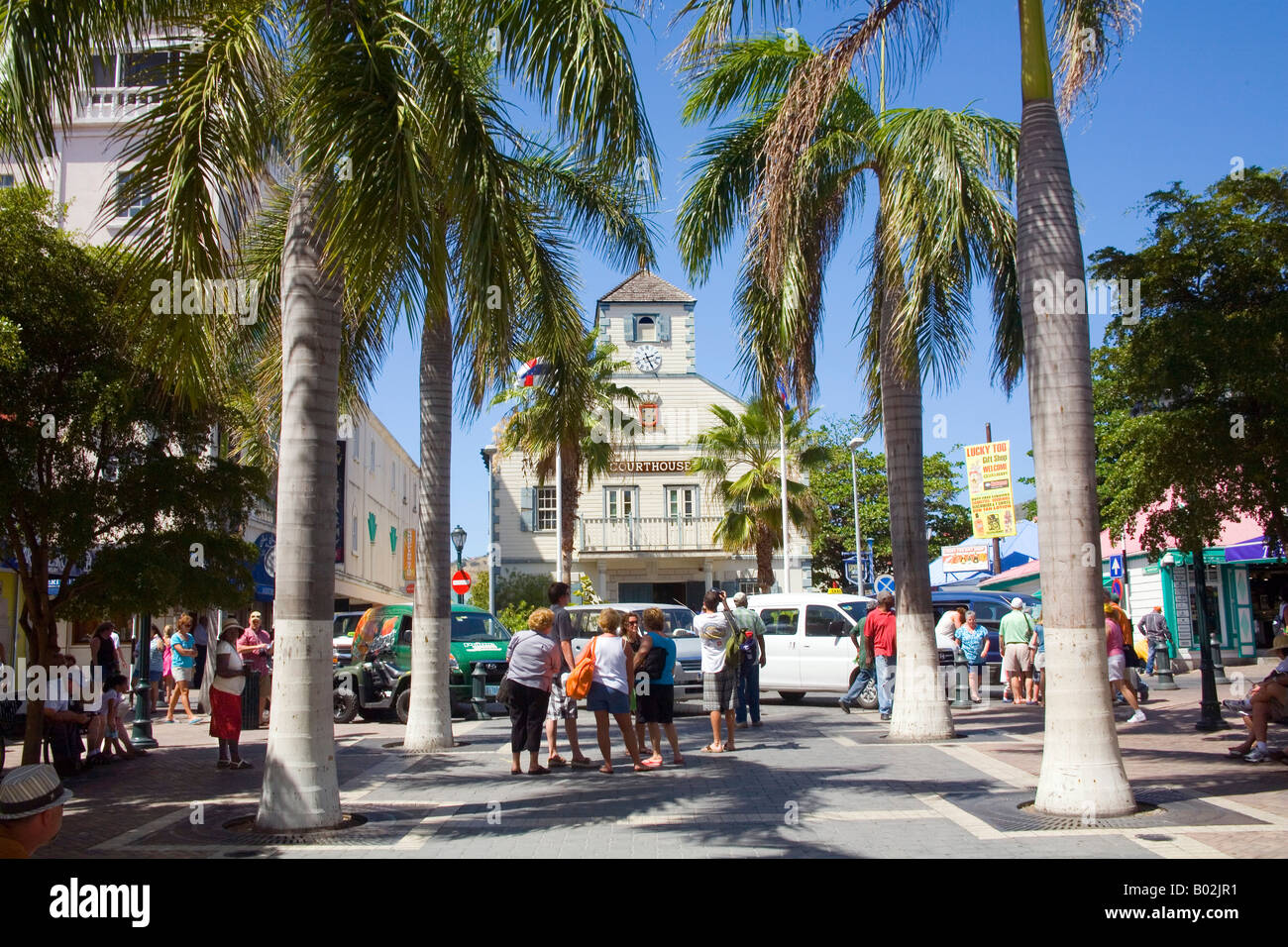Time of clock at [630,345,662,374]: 2:25
